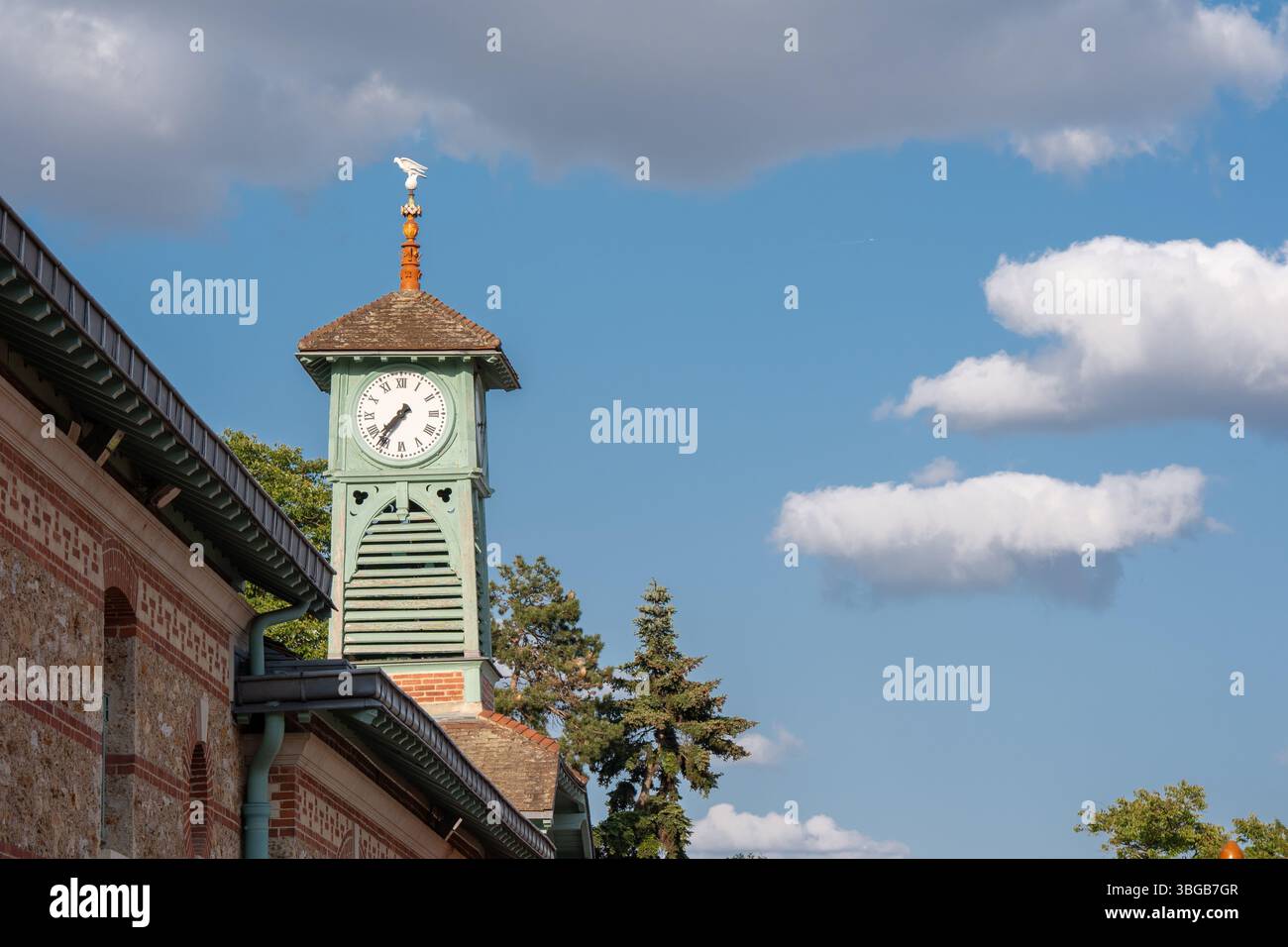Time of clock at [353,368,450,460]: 7:36
